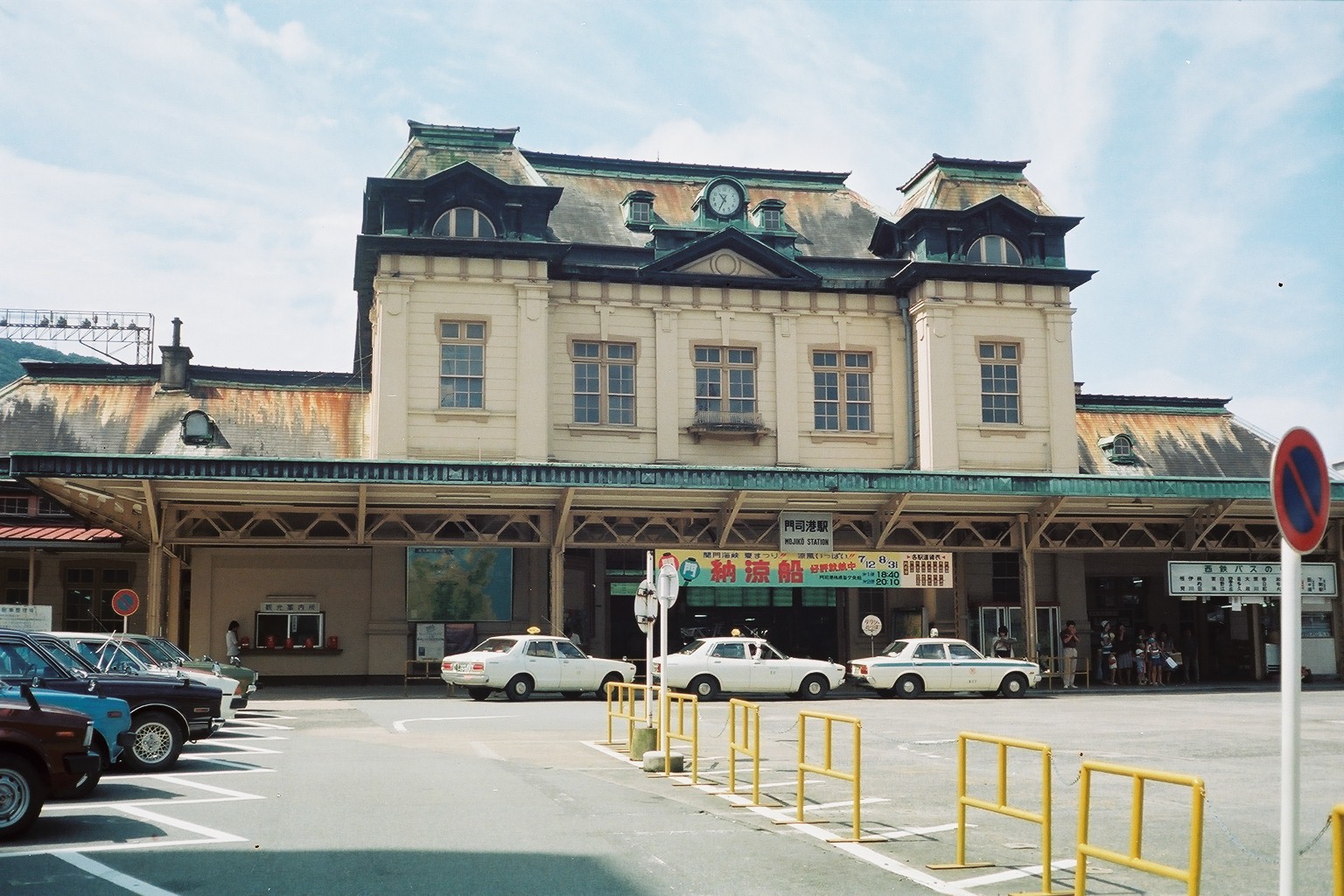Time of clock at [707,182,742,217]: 10:34
